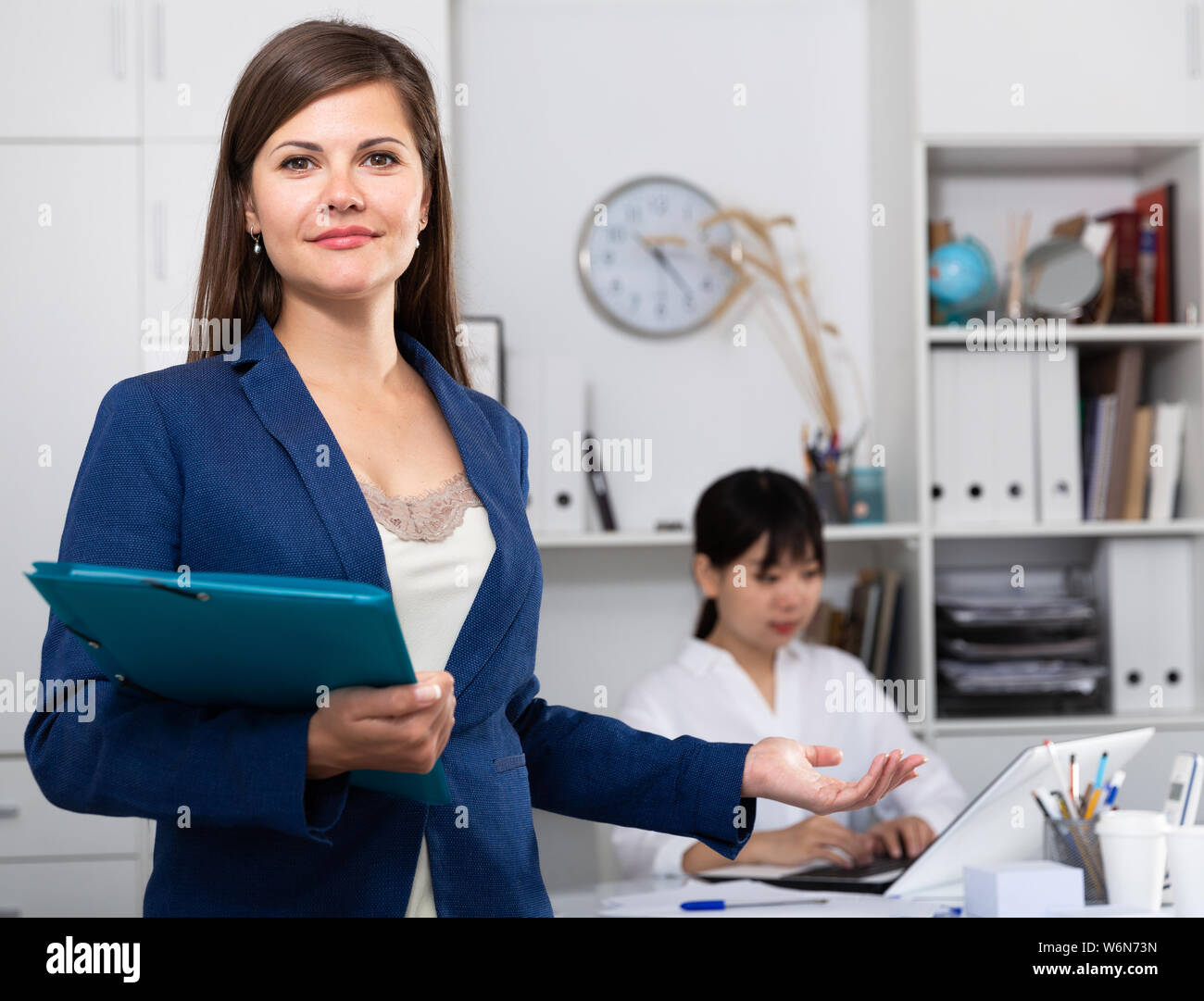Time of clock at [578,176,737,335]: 3:24
